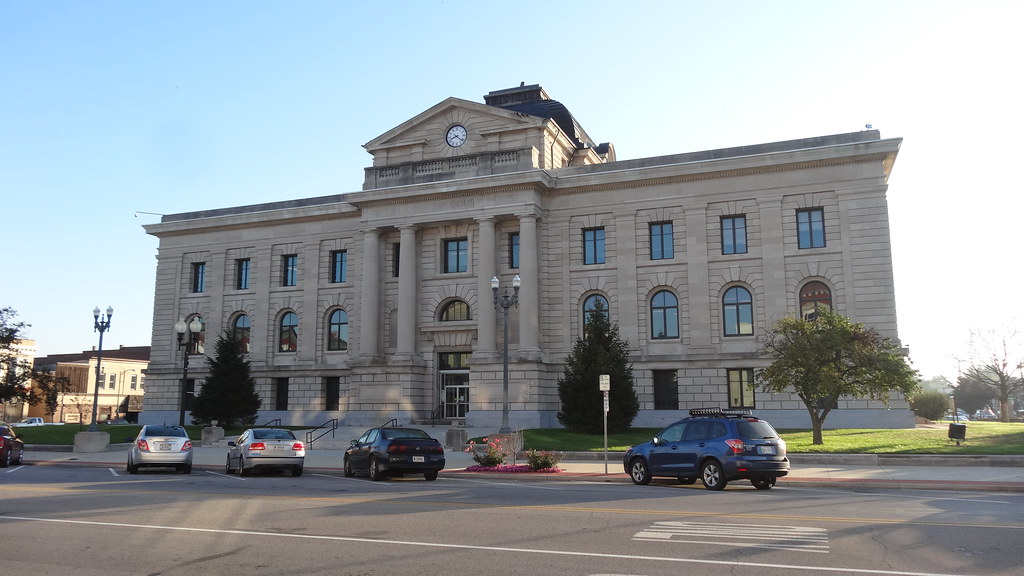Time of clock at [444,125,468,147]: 8:21
